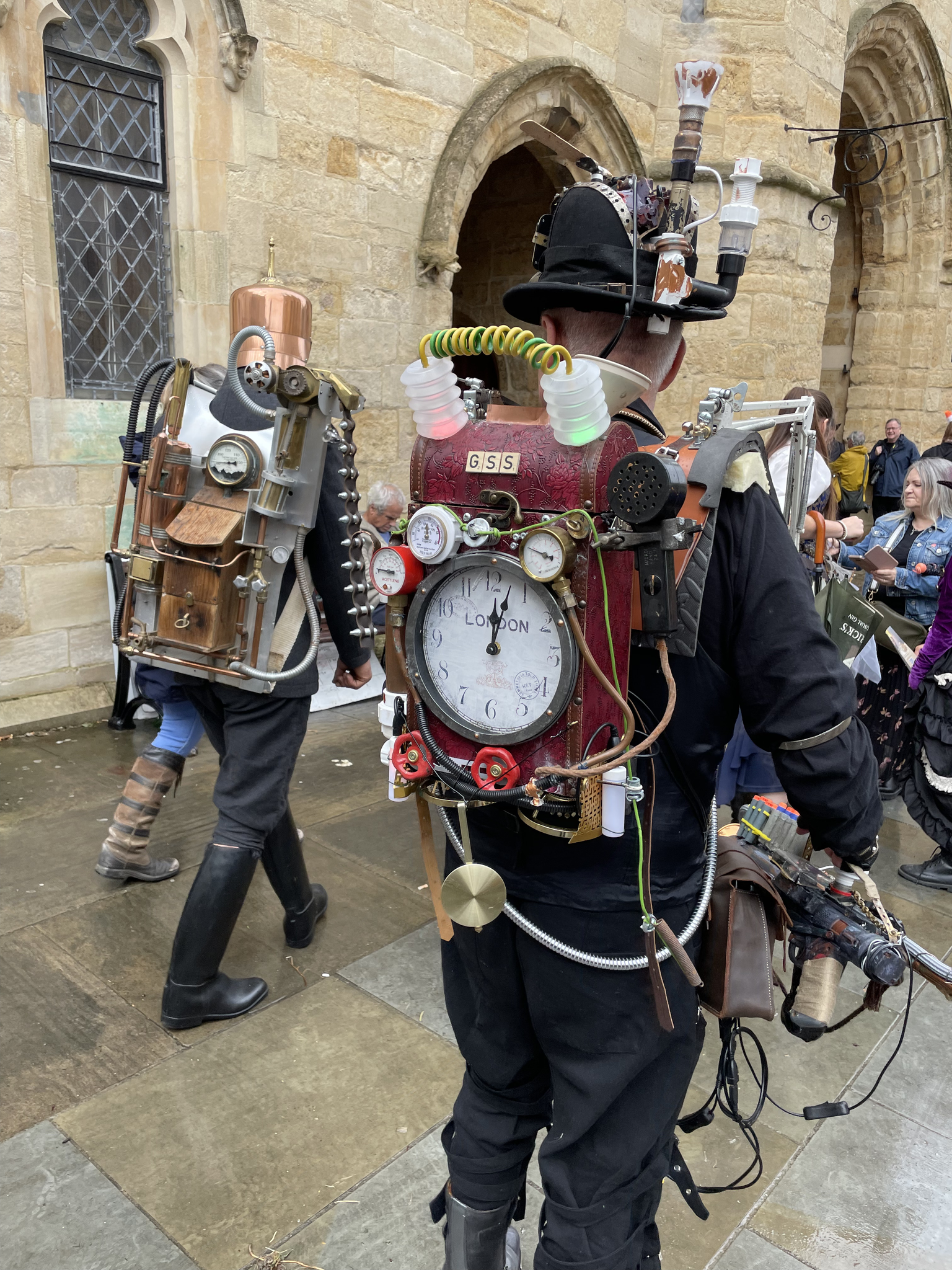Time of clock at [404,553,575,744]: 12:02
